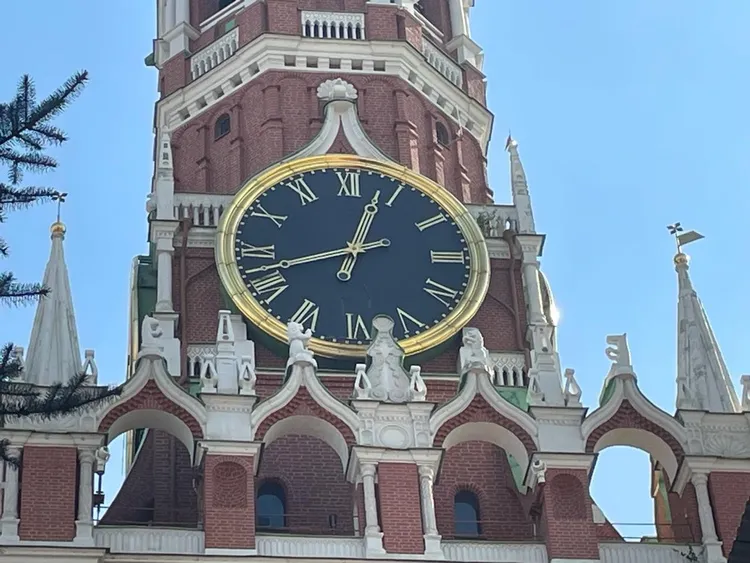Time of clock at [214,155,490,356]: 12:42
